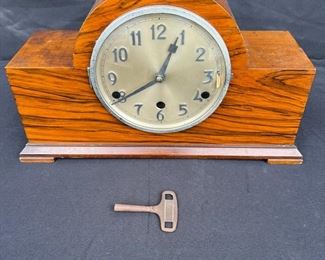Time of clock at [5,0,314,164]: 12:39
